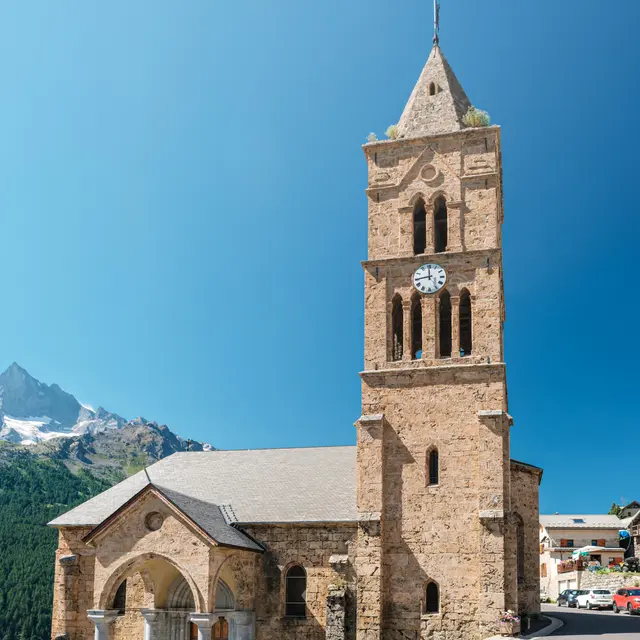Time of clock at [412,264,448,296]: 11:44
